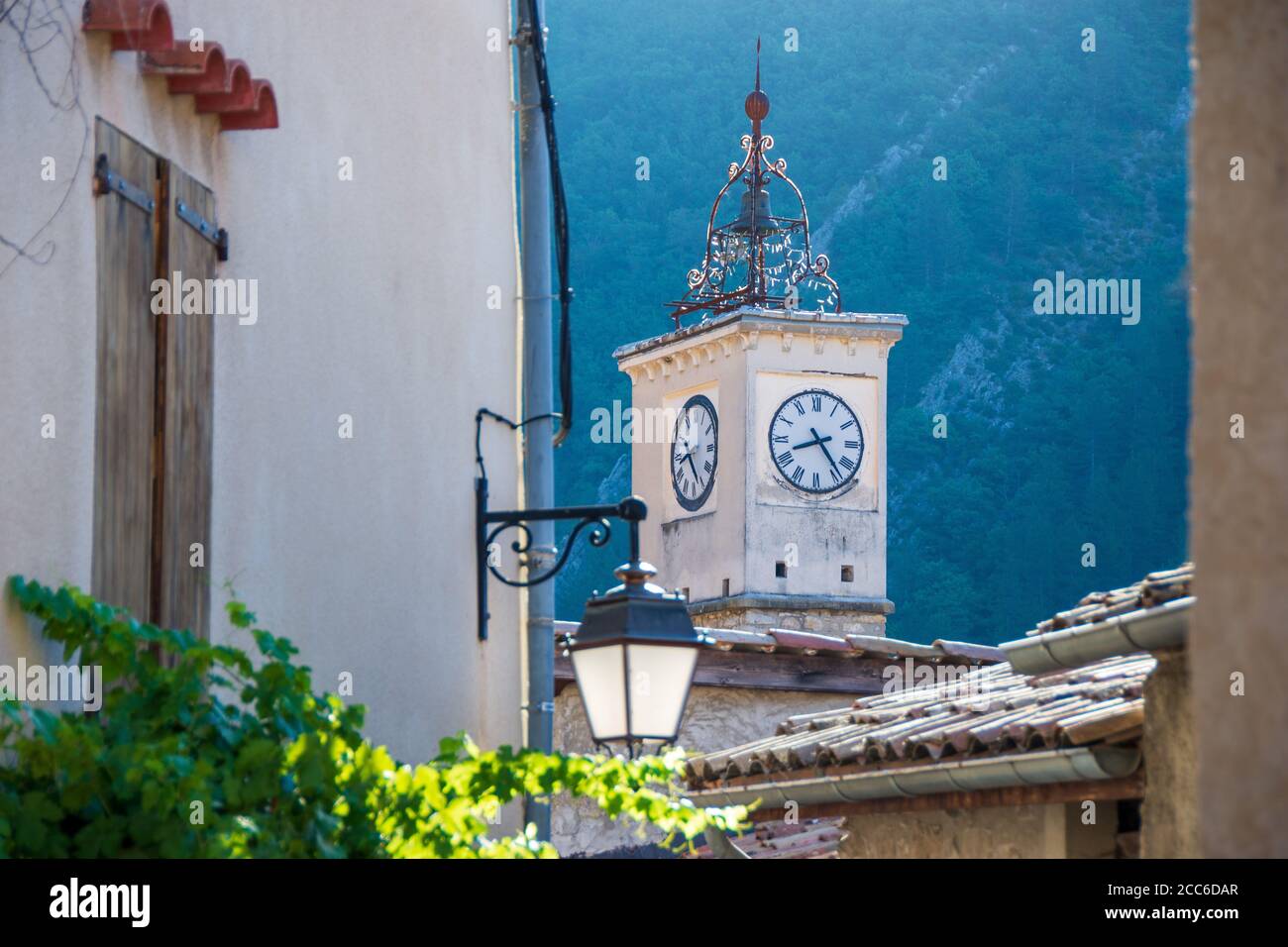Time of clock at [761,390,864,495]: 8:23
